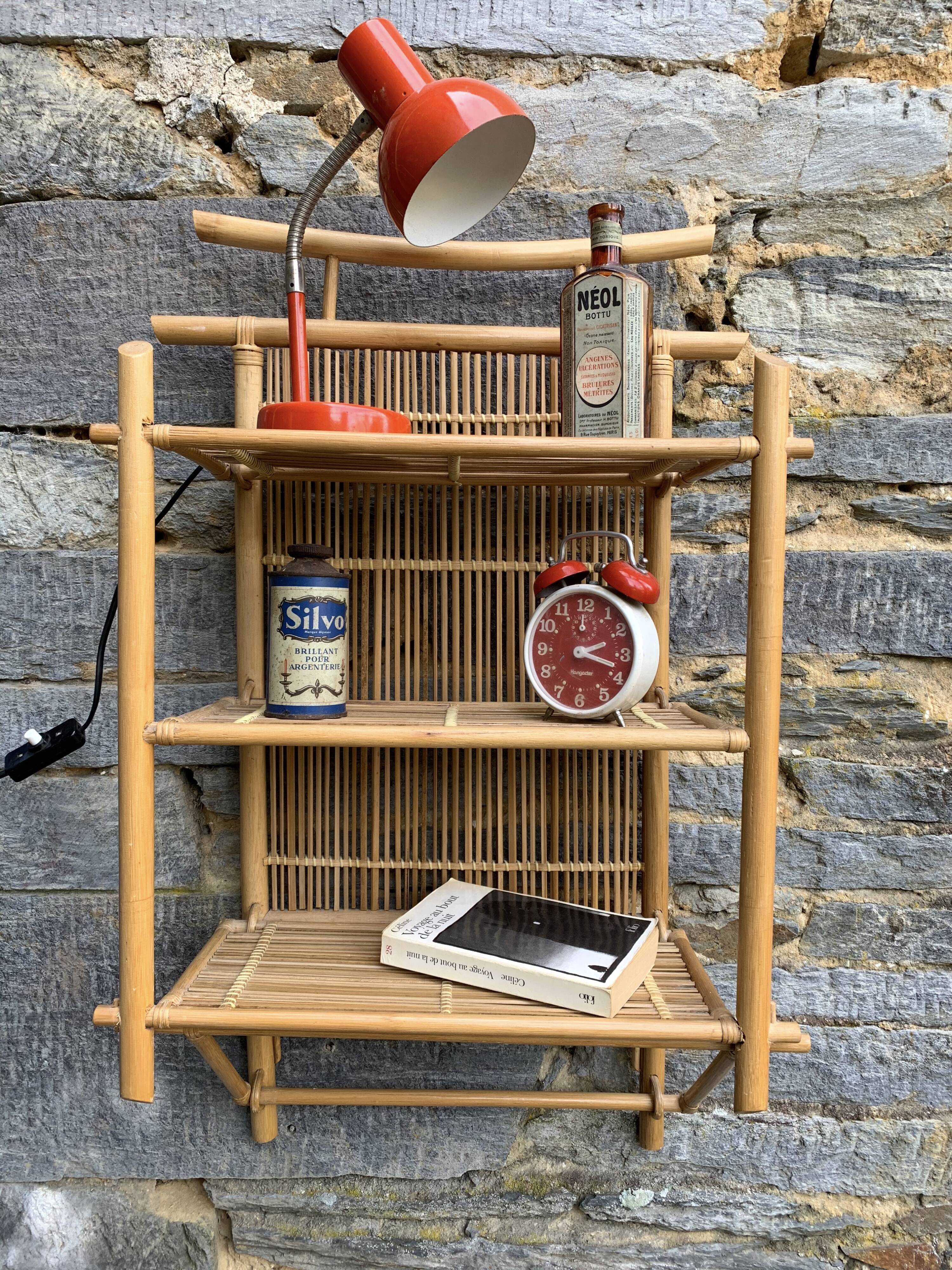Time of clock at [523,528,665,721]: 2:18
